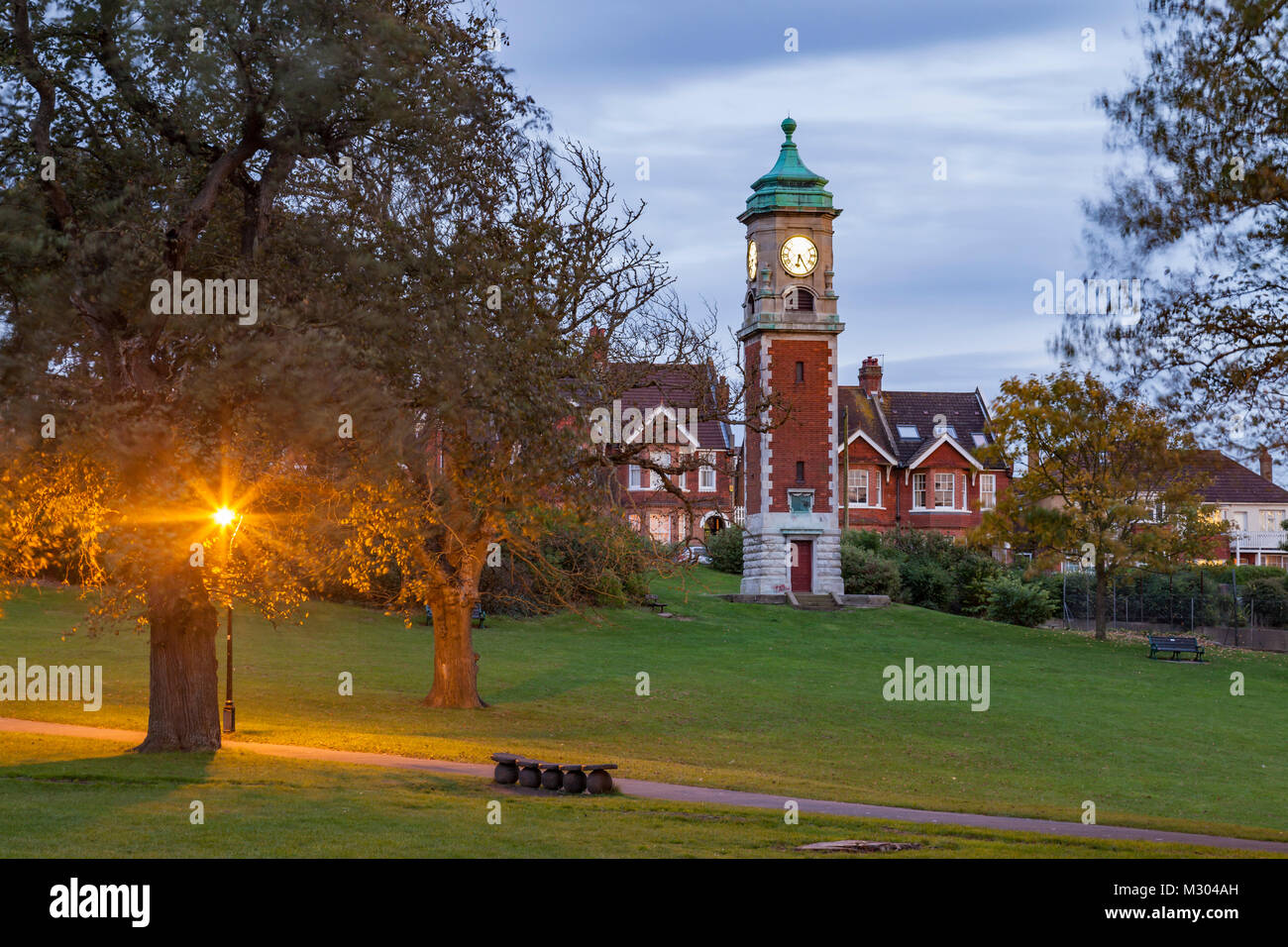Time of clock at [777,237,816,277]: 6:25
